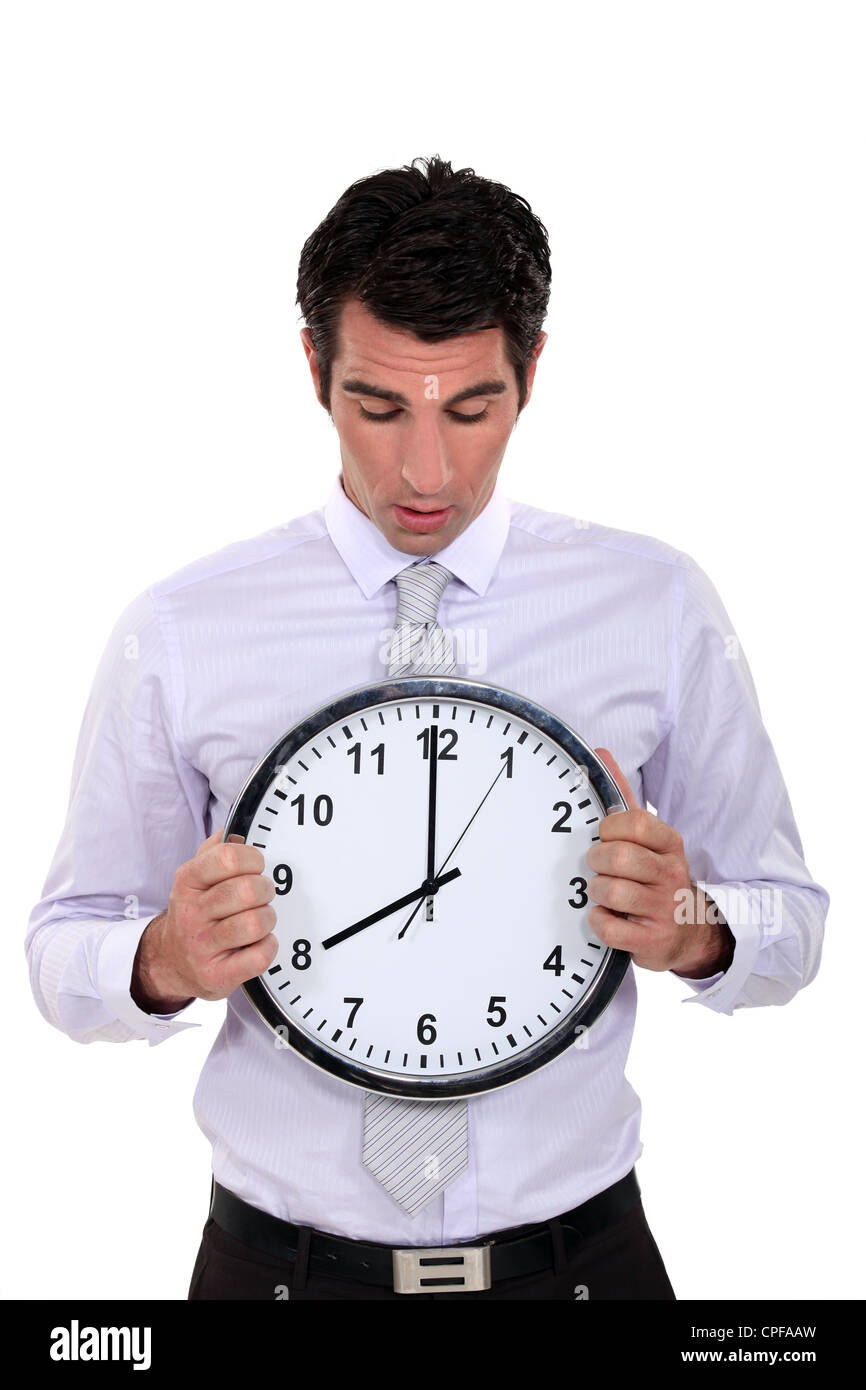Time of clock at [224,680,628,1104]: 7:59
